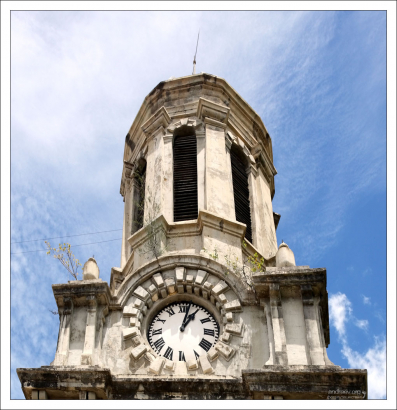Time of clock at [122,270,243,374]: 1:02
